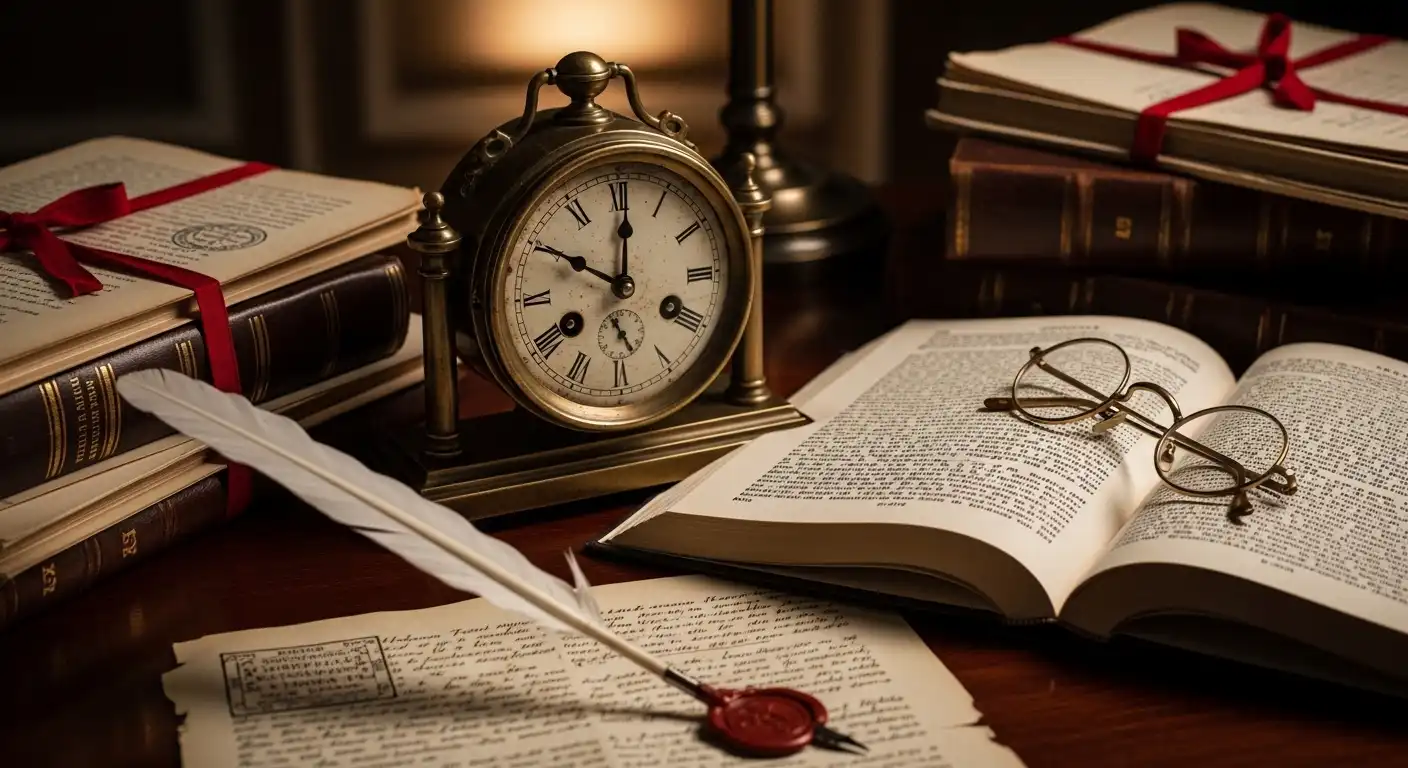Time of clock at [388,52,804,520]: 10:00
